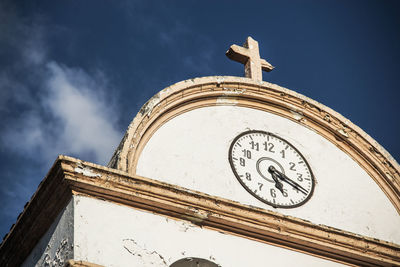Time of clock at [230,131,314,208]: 5:19
